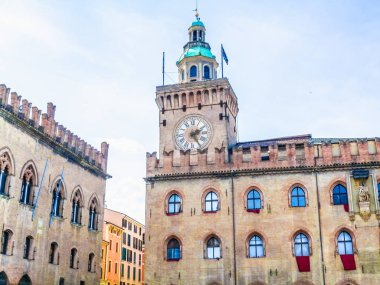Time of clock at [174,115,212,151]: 2:25
